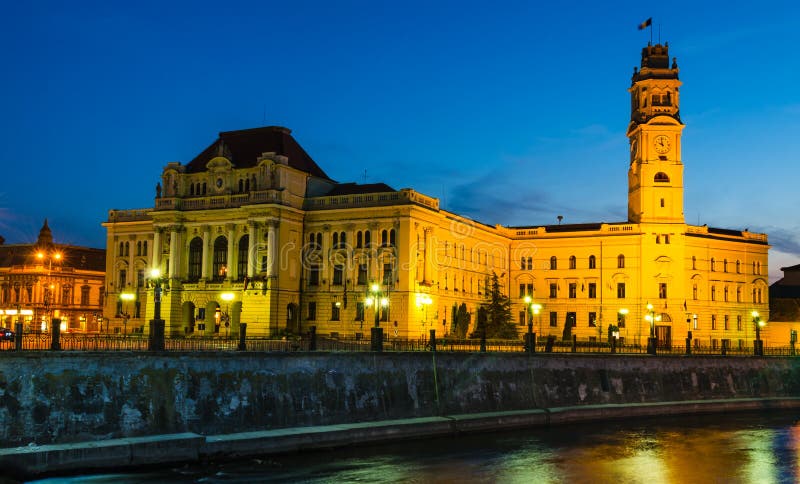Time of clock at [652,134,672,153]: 9:58
